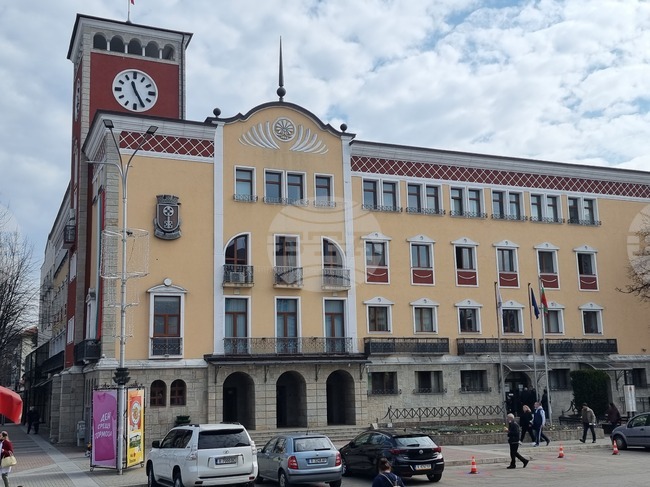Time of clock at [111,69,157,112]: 11:25
